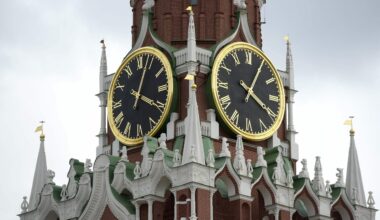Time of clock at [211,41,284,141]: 4:04
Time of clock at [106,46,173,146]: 4:03
